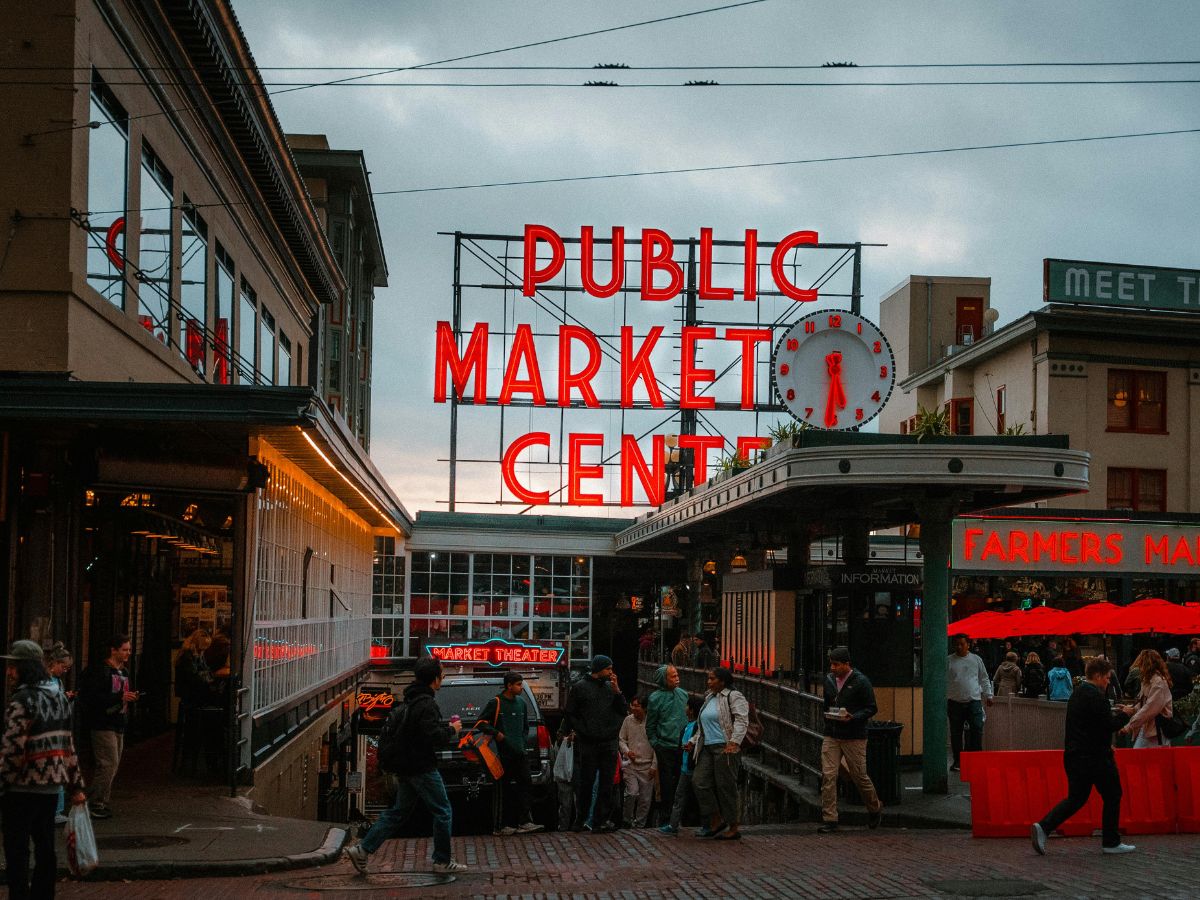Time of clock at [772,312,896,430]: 5:30
